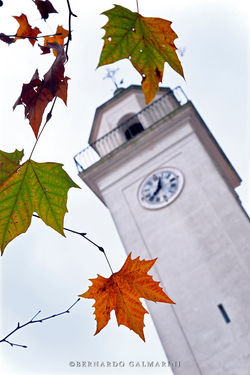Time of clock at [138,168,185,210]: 11:35
